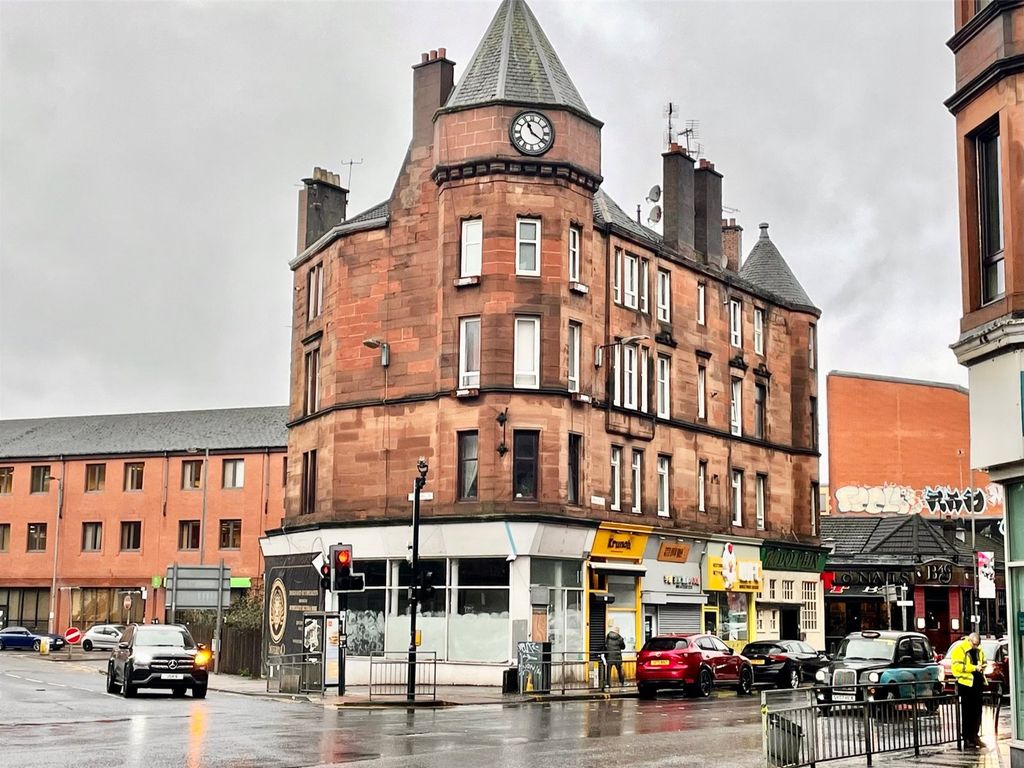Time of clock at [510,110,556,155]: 11:21
